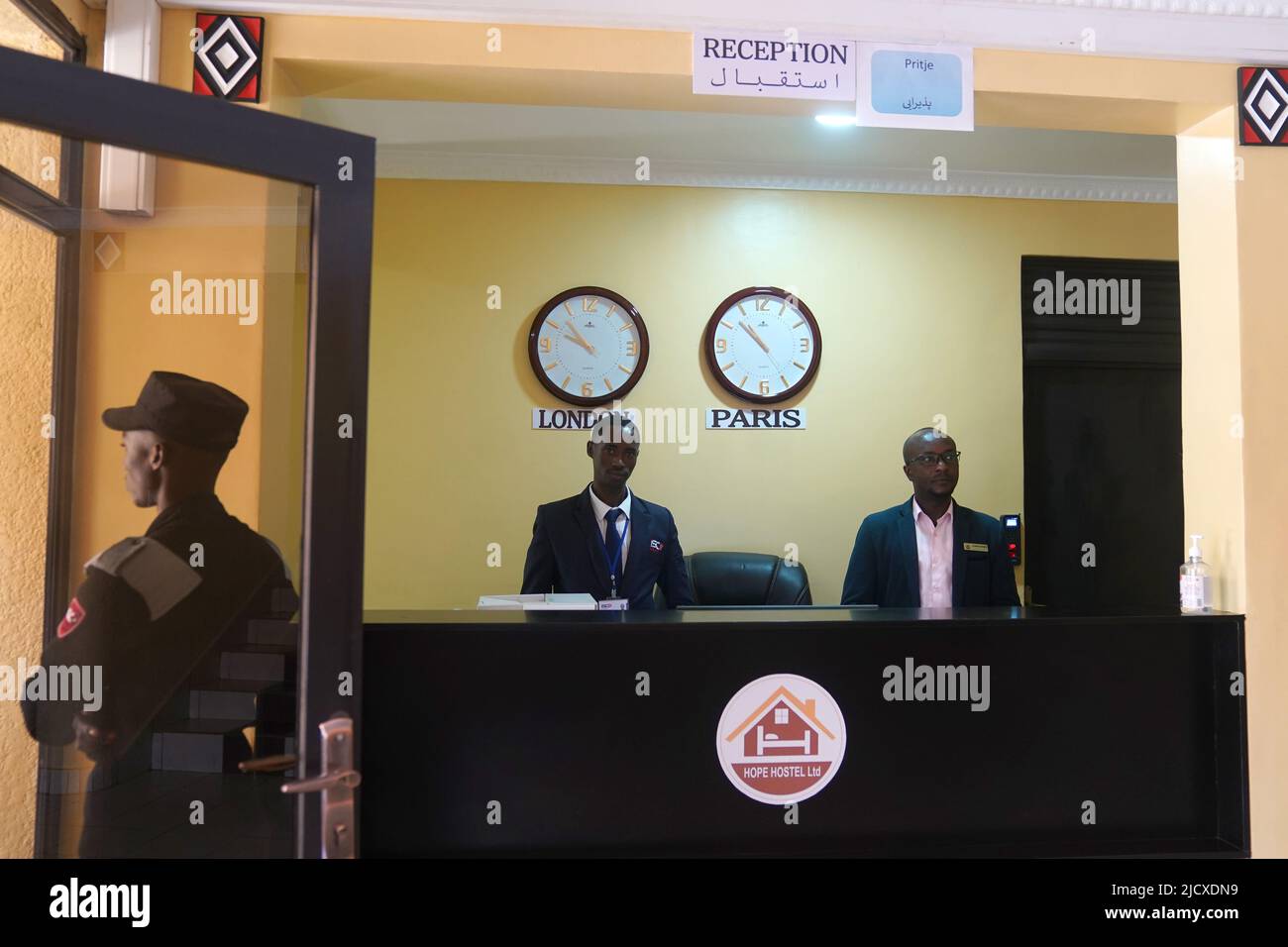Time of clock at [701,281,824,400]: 10:52
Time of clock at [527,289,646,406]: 9:53
